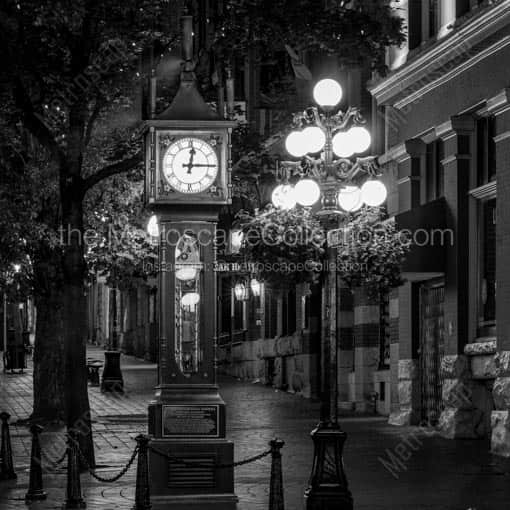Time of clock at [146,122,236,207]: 12:14
